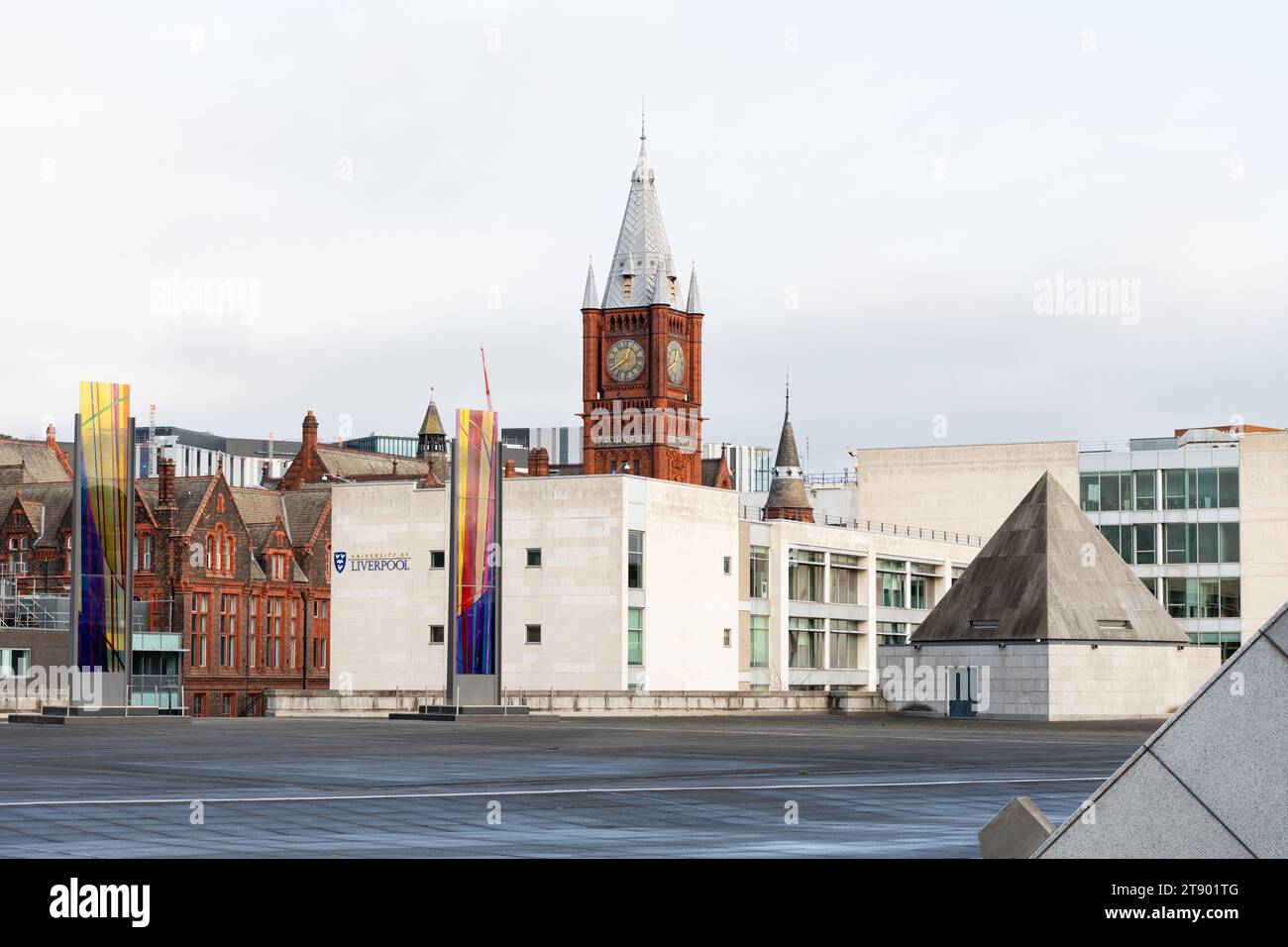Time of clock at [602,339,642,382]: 8:04
